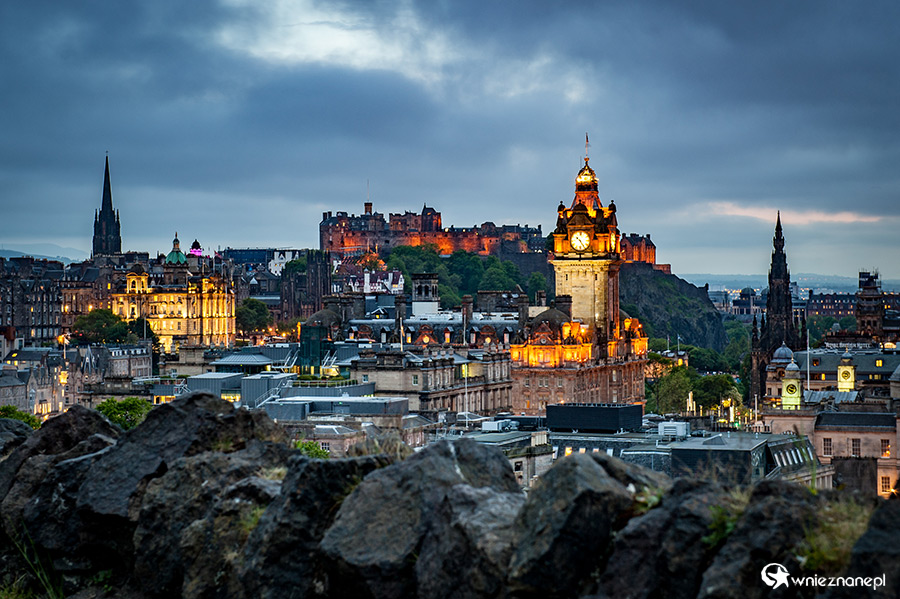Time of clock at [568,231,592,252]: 10:24
